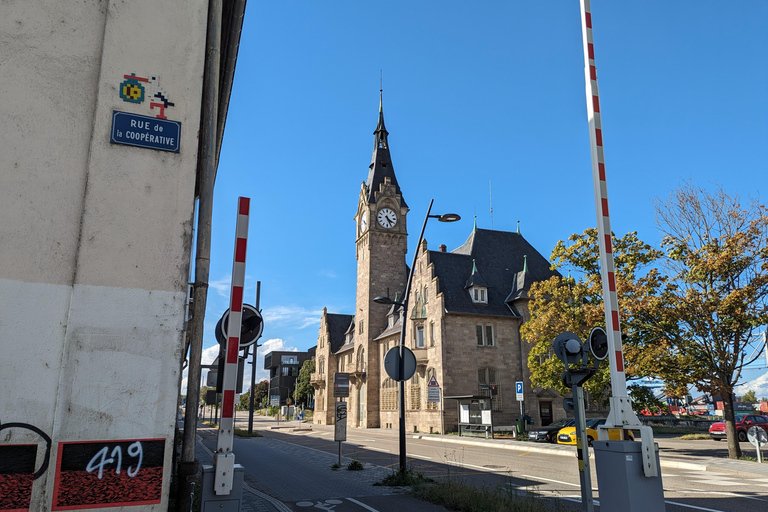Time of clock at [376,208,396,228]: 4:26
